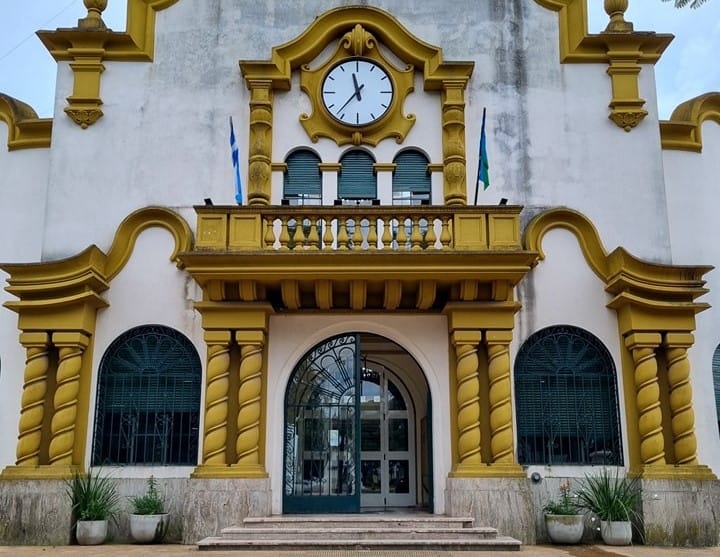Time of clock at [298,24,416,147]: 11:36
